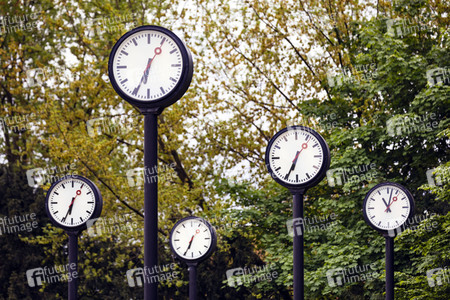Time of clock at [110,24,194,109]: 6:34
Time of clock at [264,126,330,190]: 6:34
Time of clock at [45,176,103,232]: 6:34
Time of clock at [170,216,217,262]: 6:34
